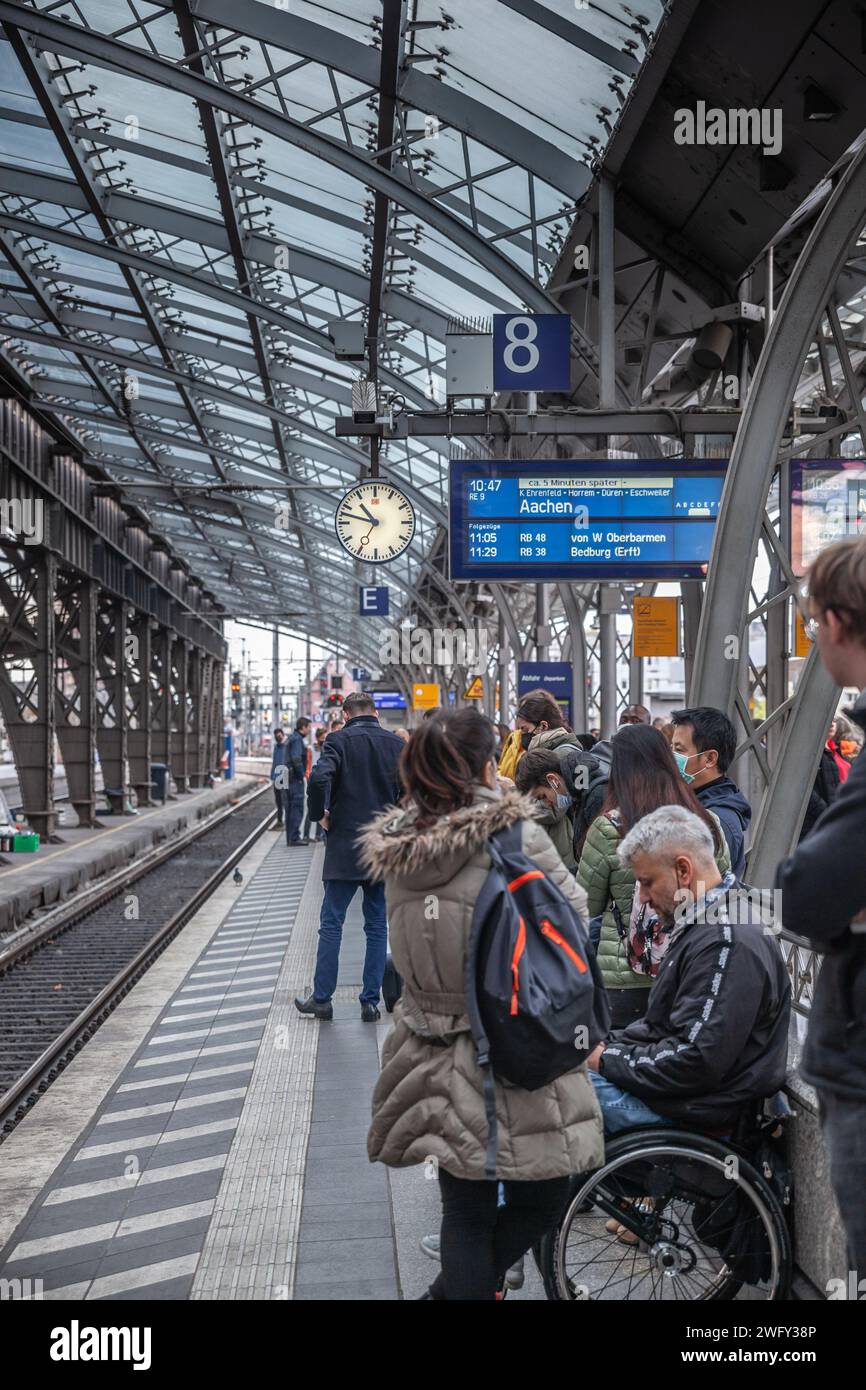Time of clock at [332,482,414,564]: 10:47
